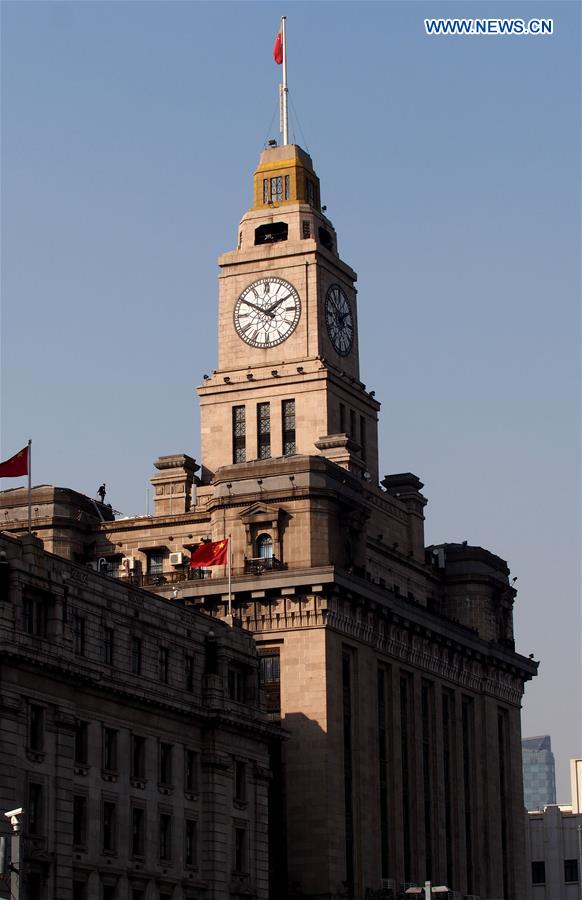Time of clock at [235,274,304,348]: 1:50
